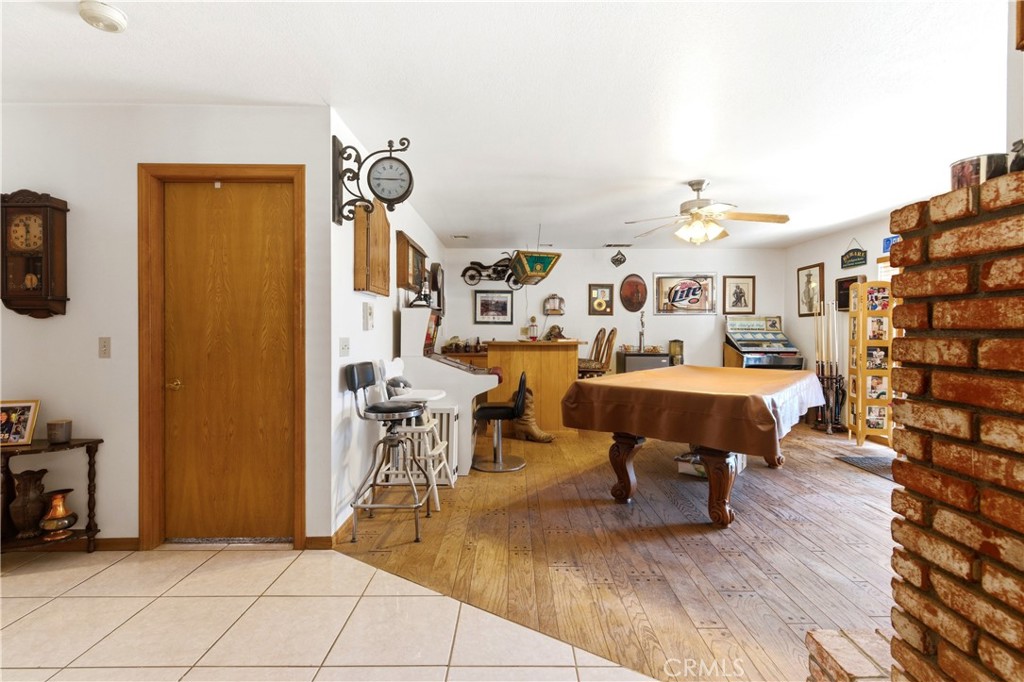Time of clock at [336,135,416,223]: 2:44
